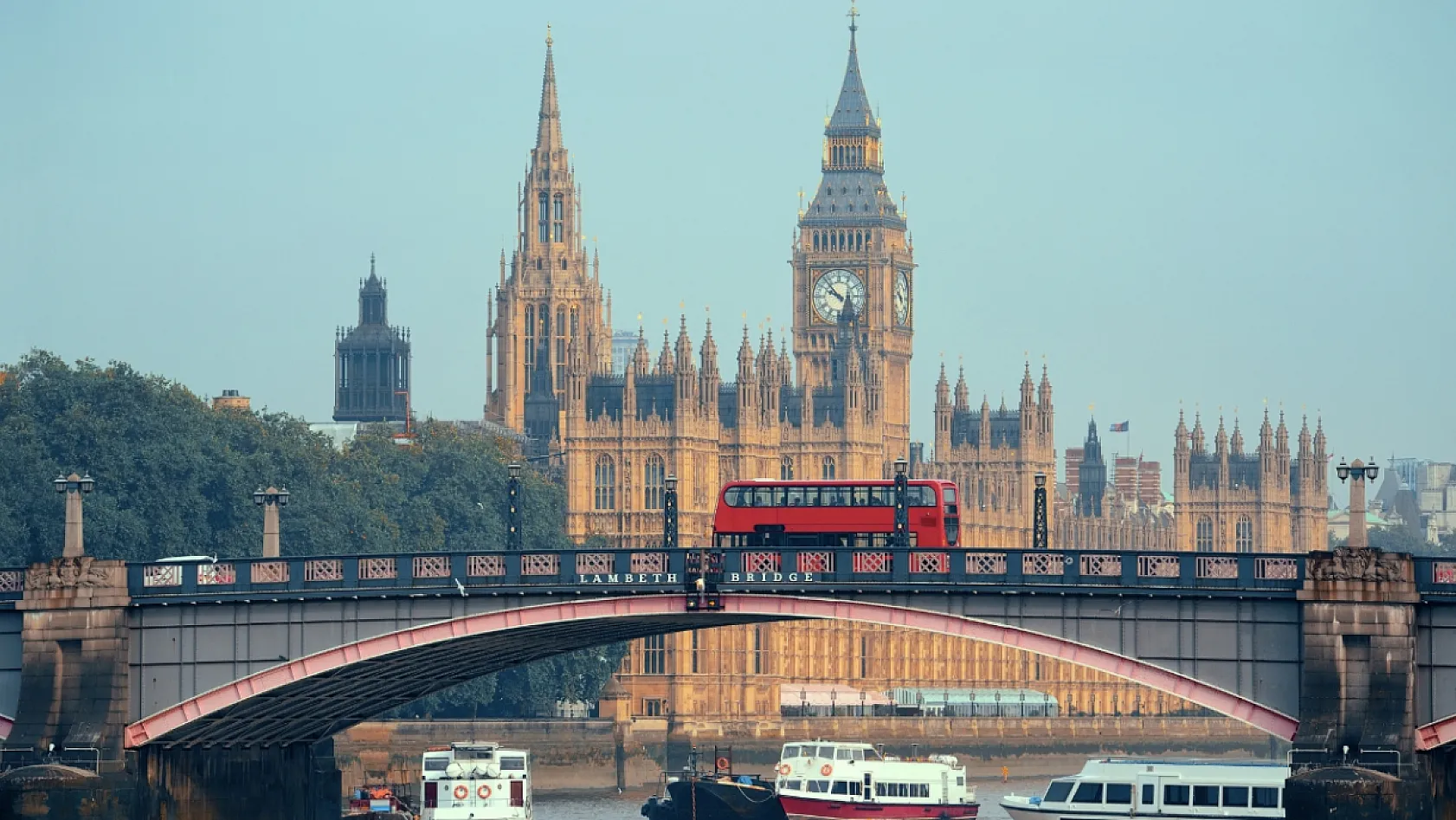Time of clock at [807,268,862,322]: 9:53
